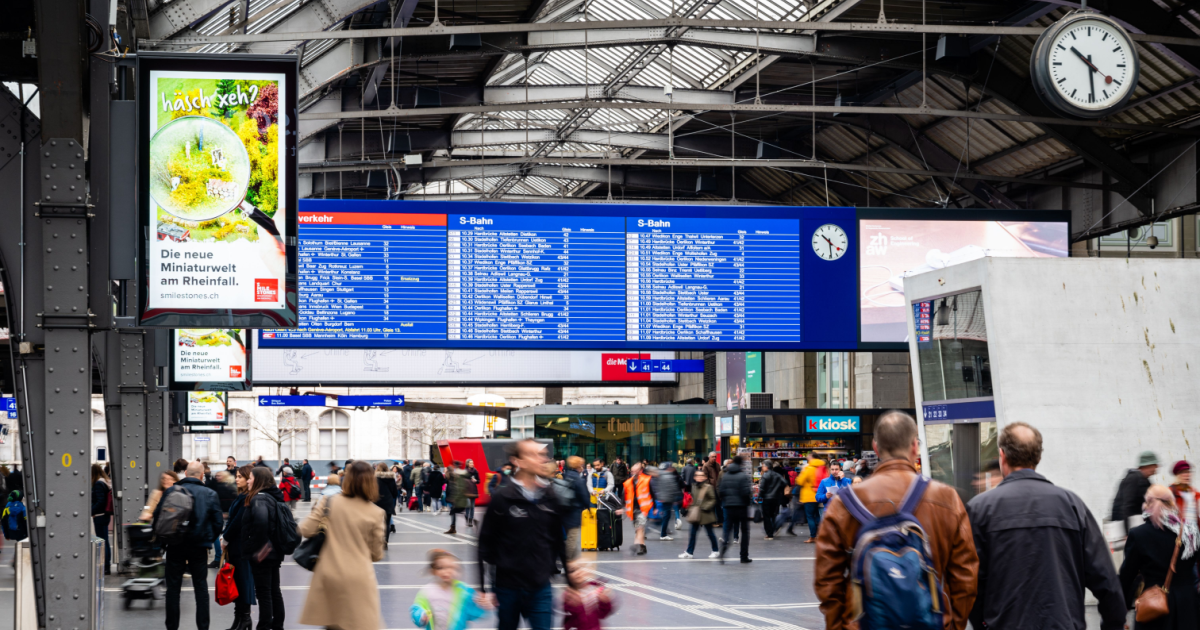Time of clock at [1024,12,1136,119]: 10:29
